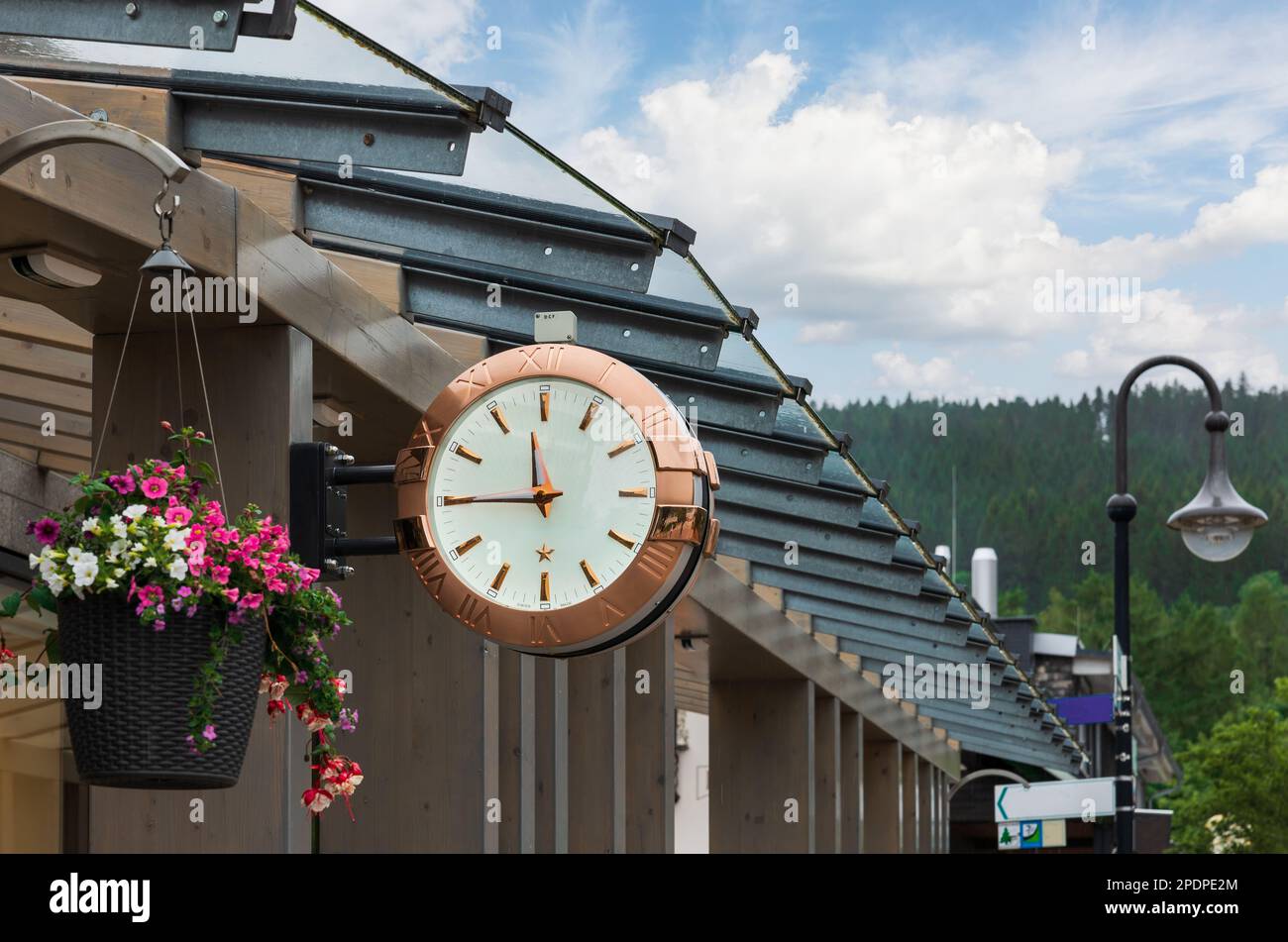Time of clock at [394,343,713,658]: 11:44
